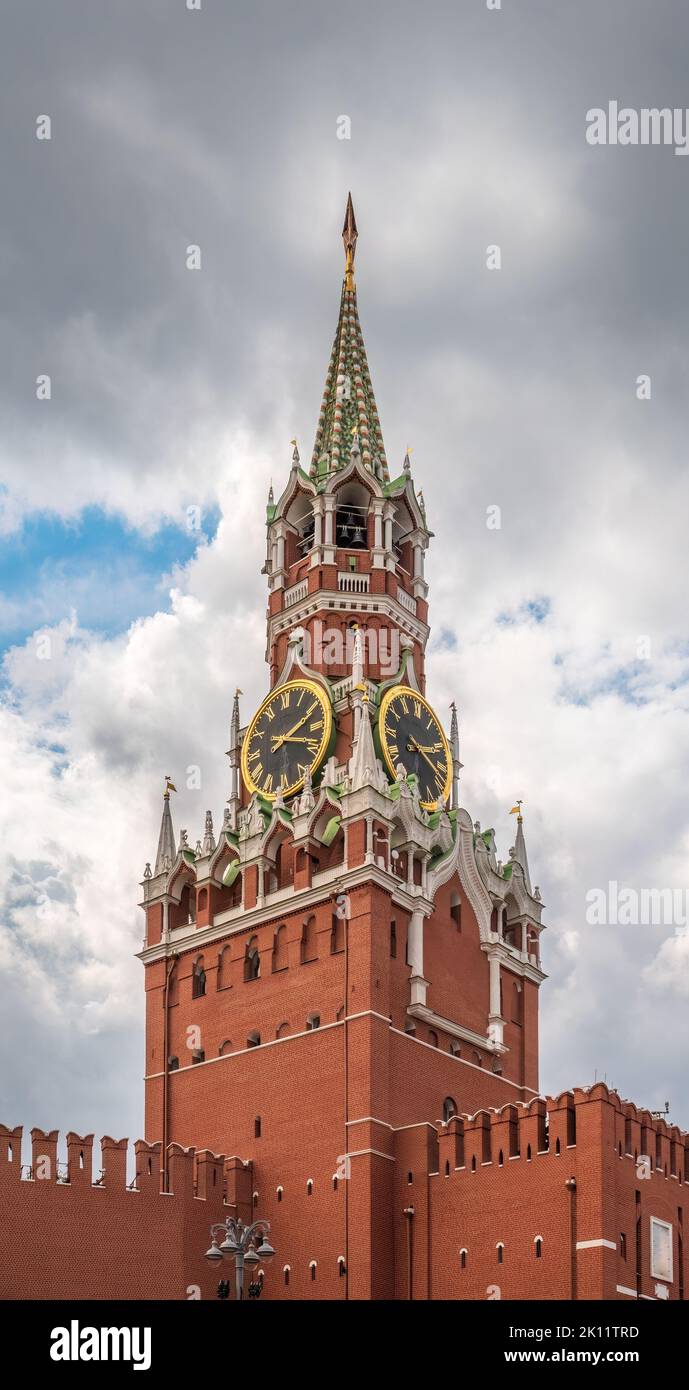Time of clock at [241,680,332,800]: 2:18
